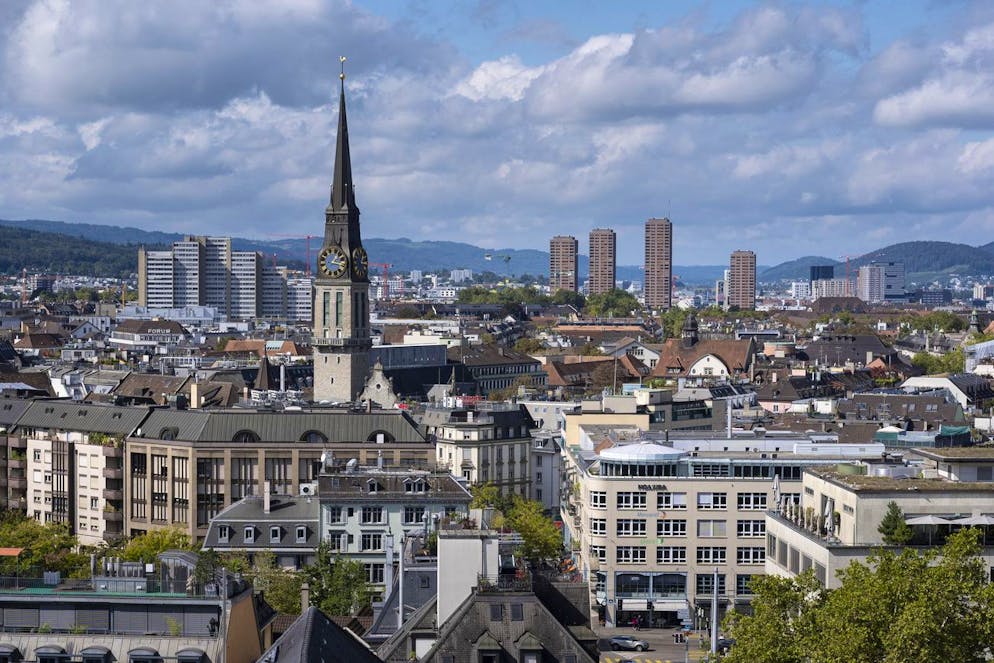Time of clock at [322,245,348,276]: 1:16
